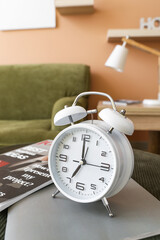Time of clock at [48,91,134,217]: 6:59
